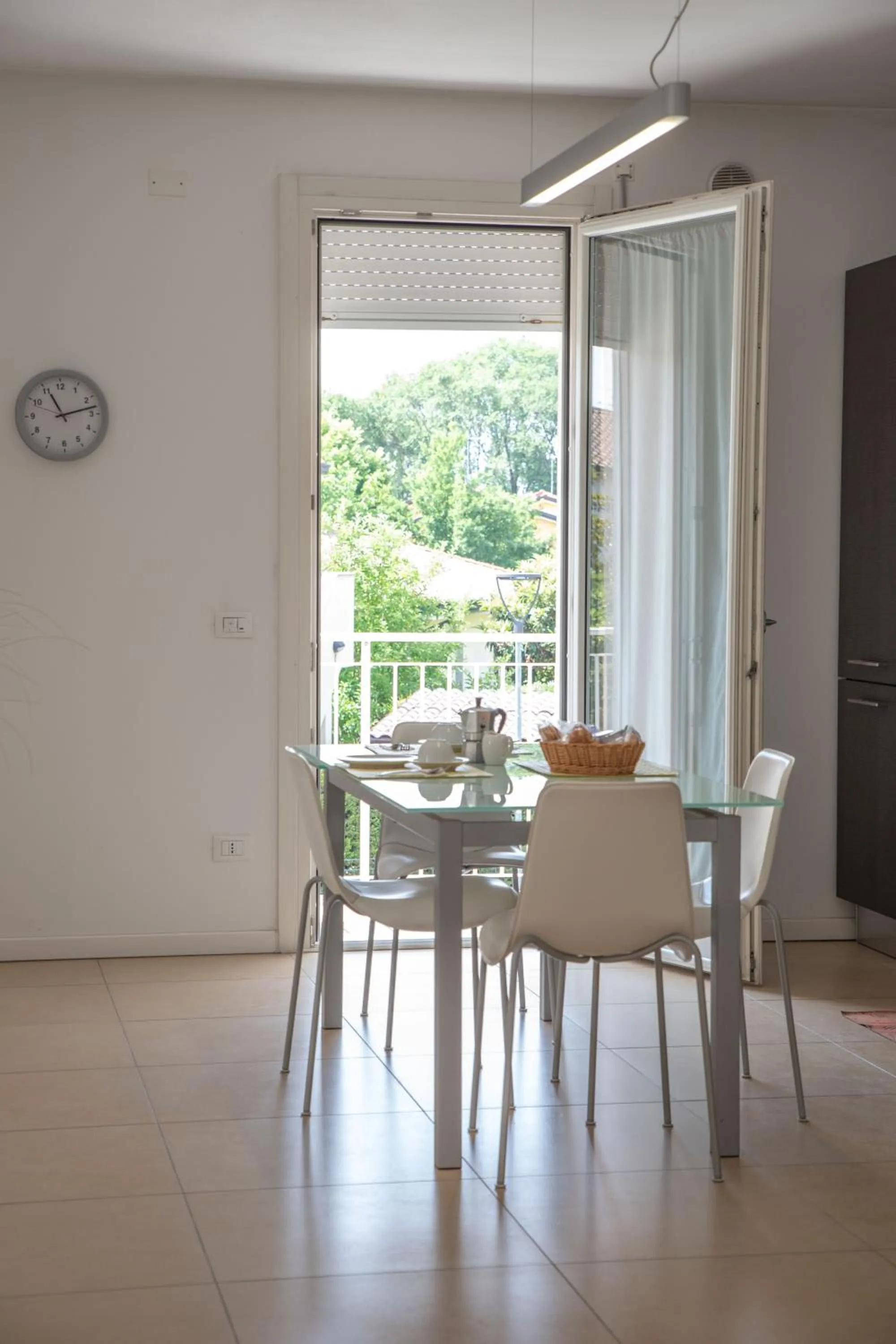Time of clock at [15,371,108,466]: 11:12
